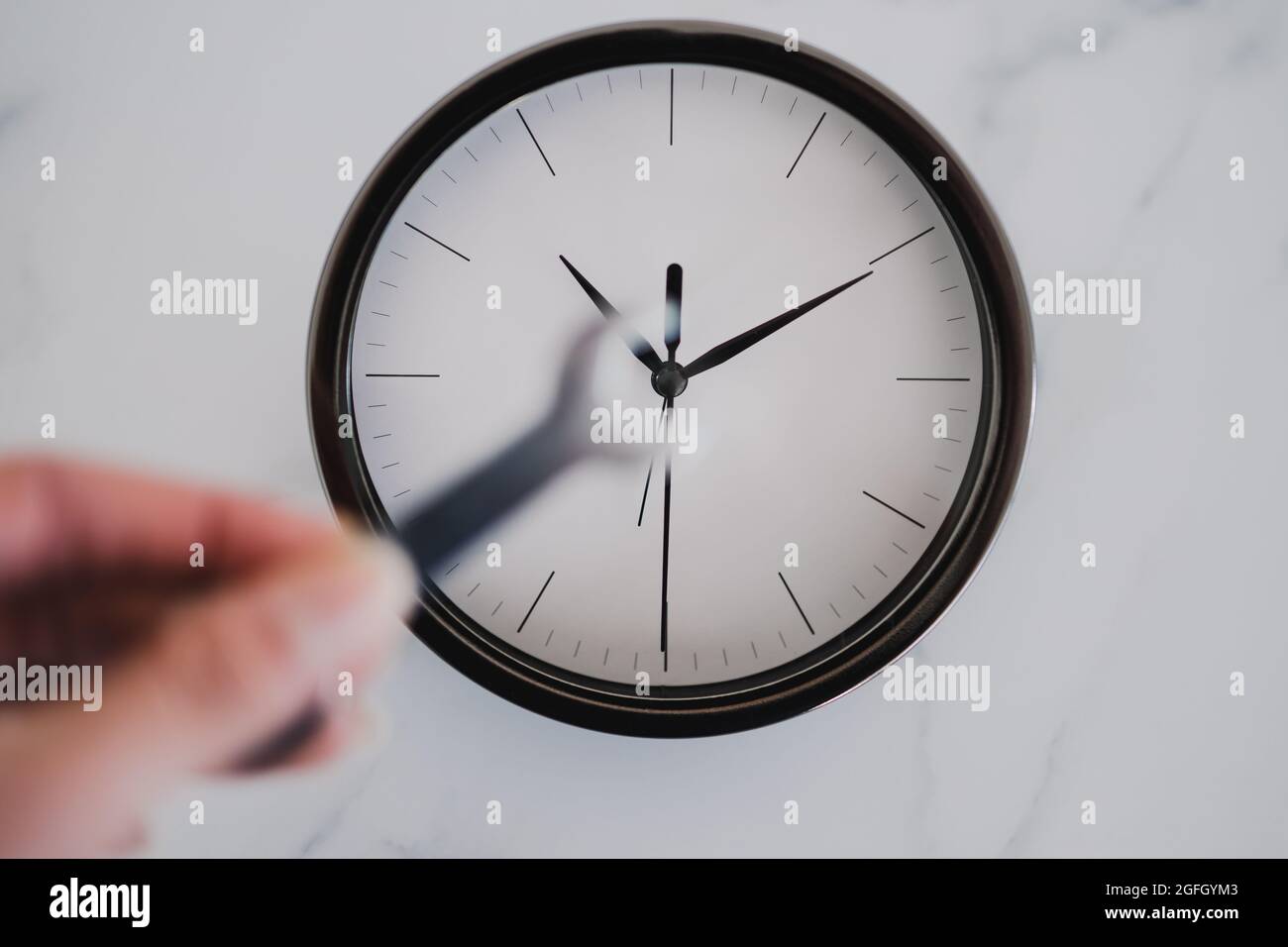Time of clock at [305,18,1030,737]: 12:09
